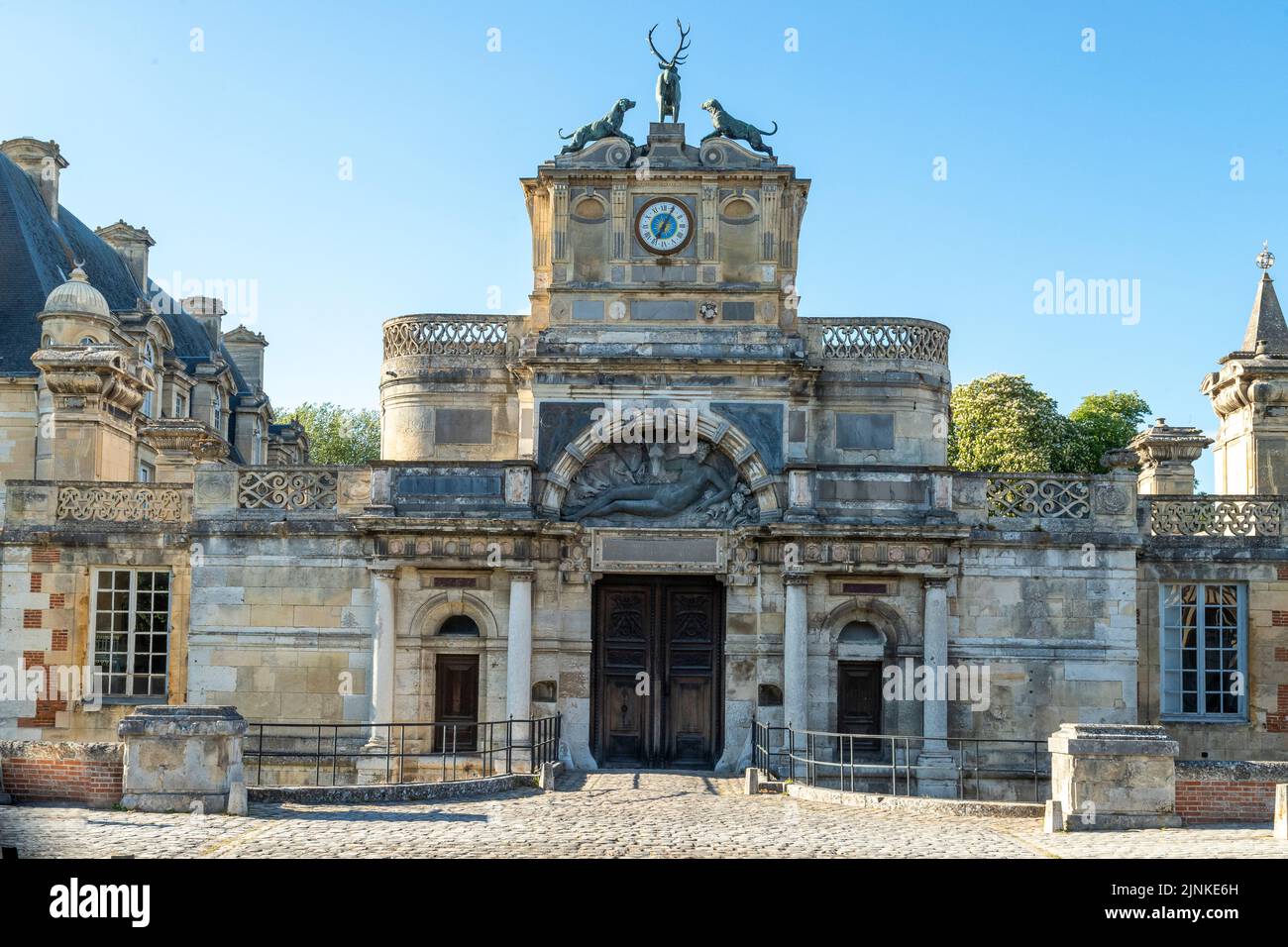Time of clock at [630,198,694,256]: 7:04
